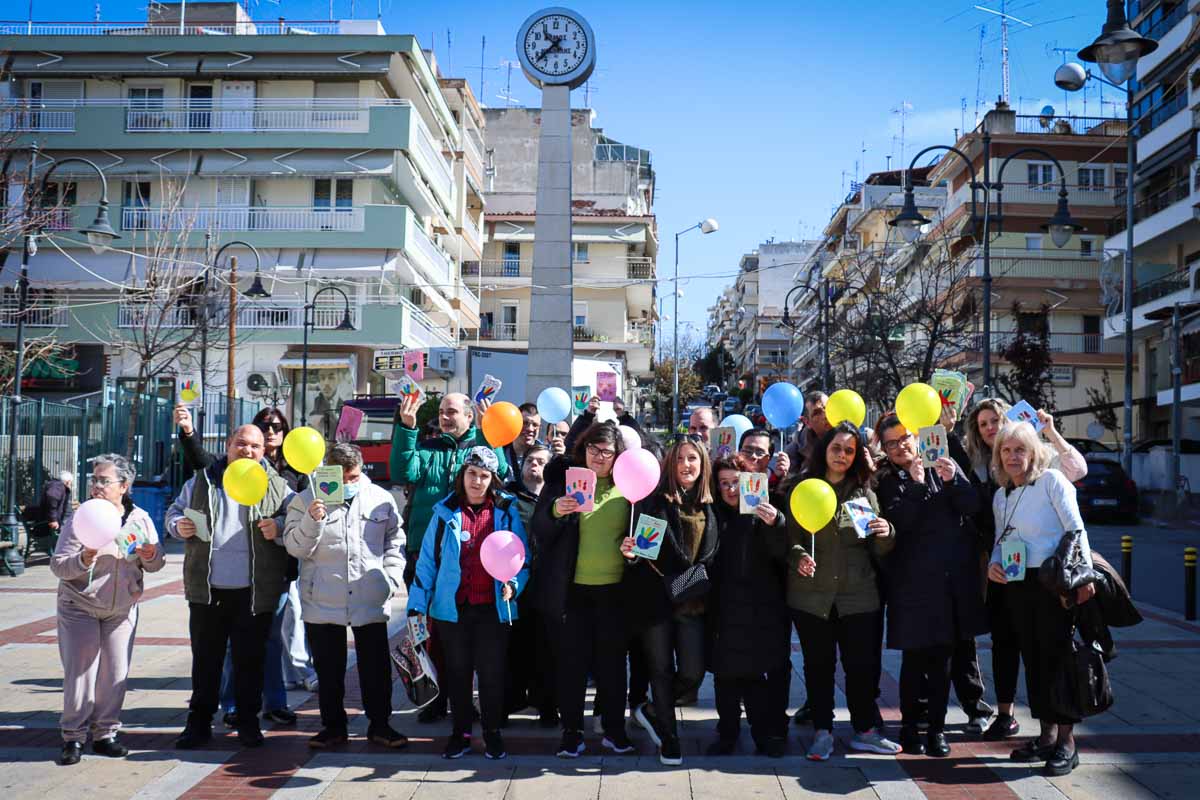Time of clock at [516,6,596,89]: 10:37
